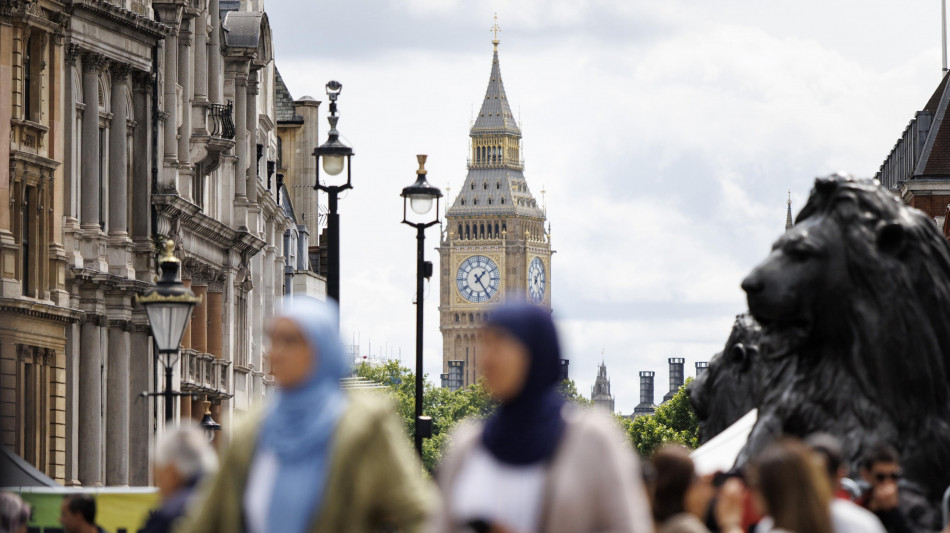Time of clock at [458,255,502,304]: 1:24
